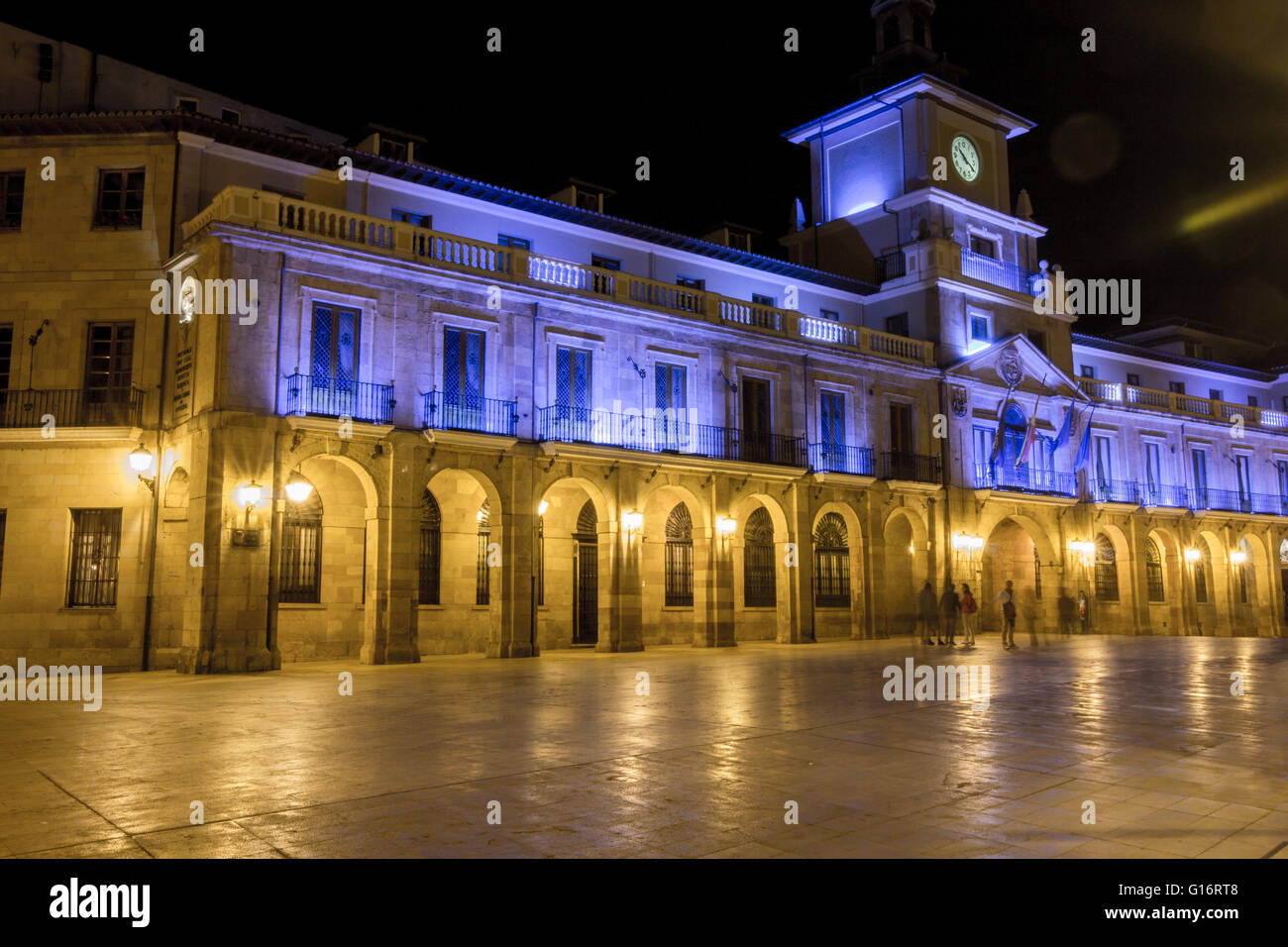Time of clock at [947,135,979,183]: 10:20
